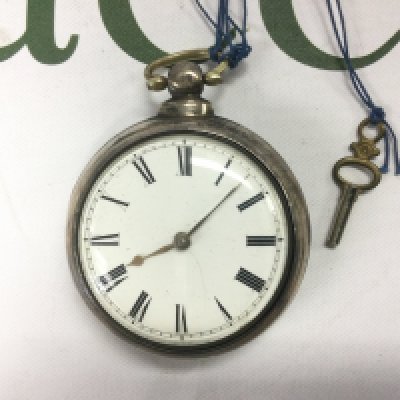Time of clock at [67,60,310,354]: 8:07
